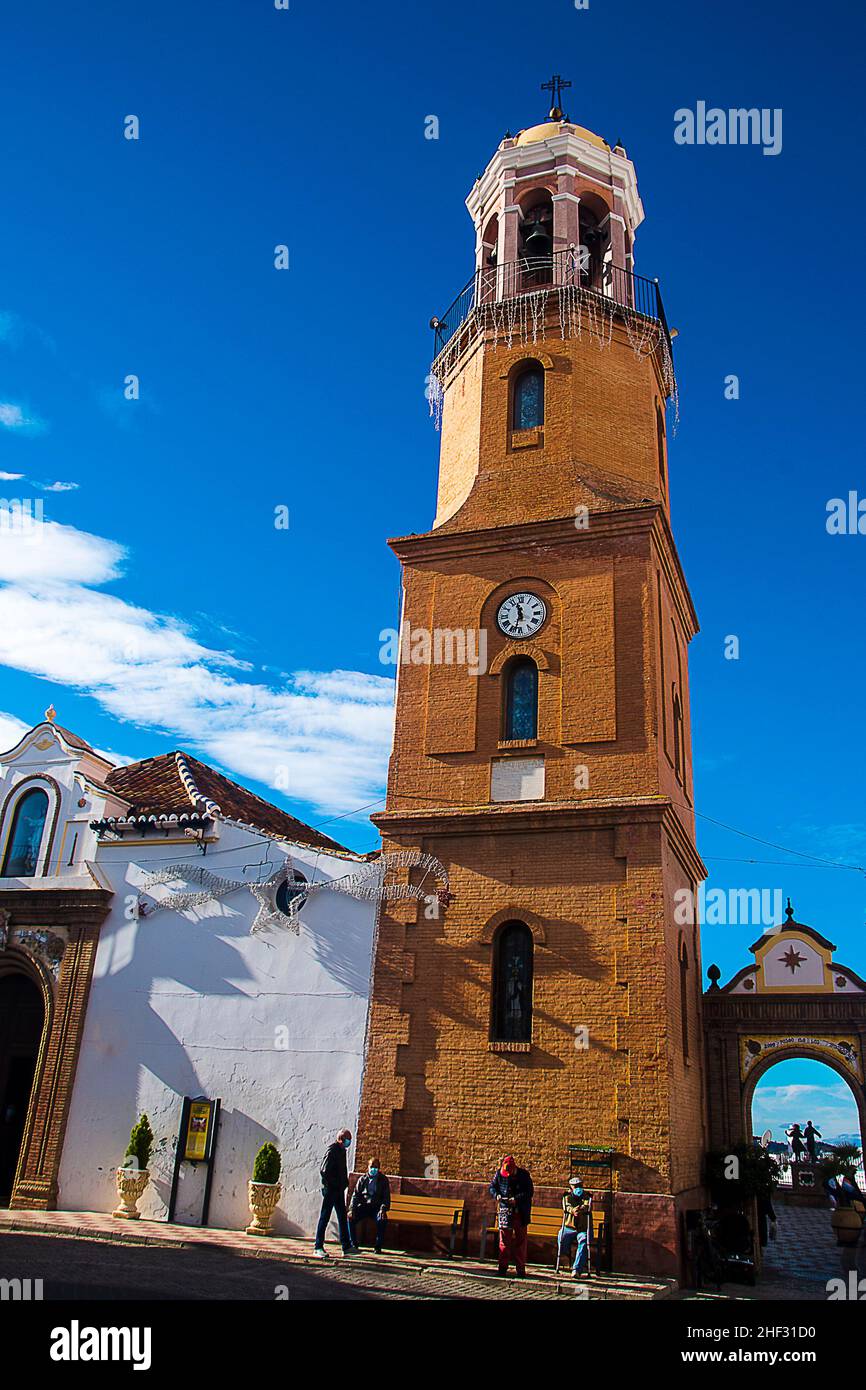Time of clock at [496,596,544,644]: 11:32
